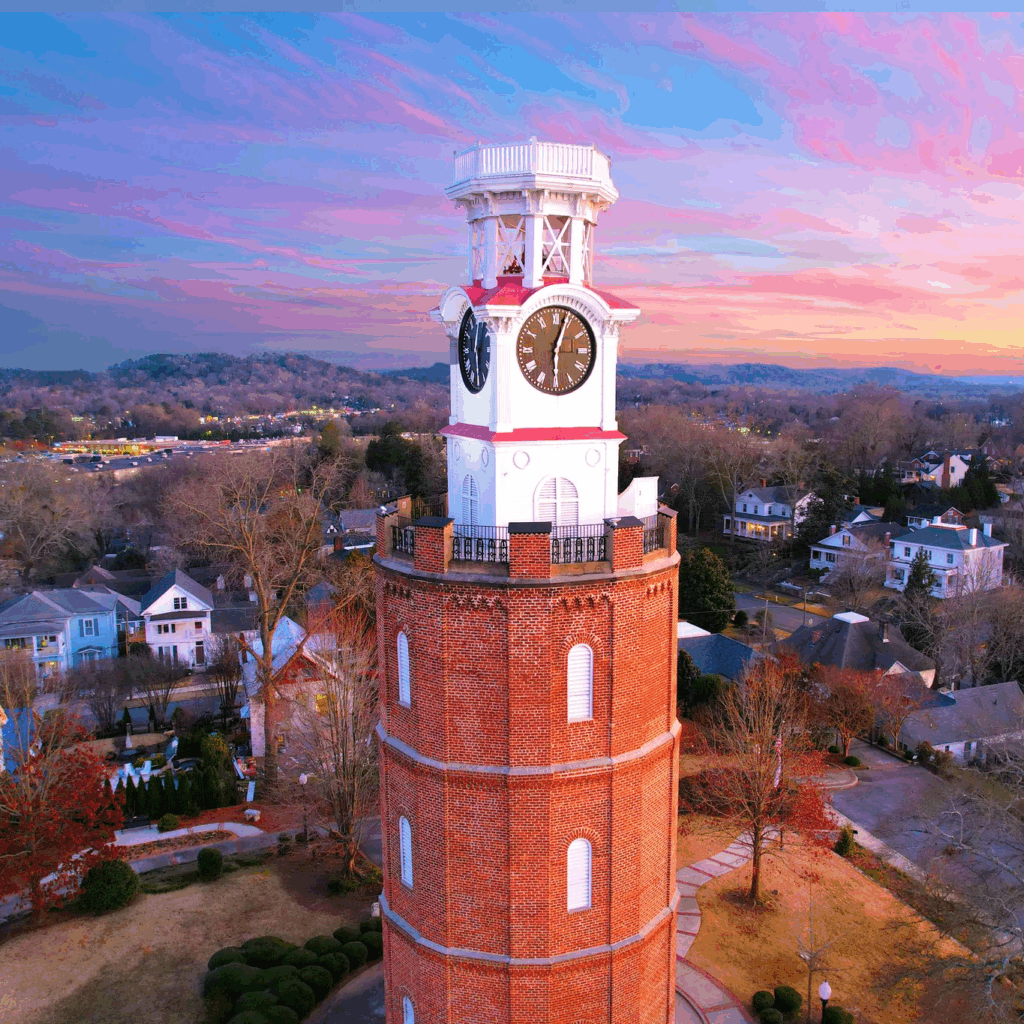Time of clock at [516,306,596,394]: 6:03
